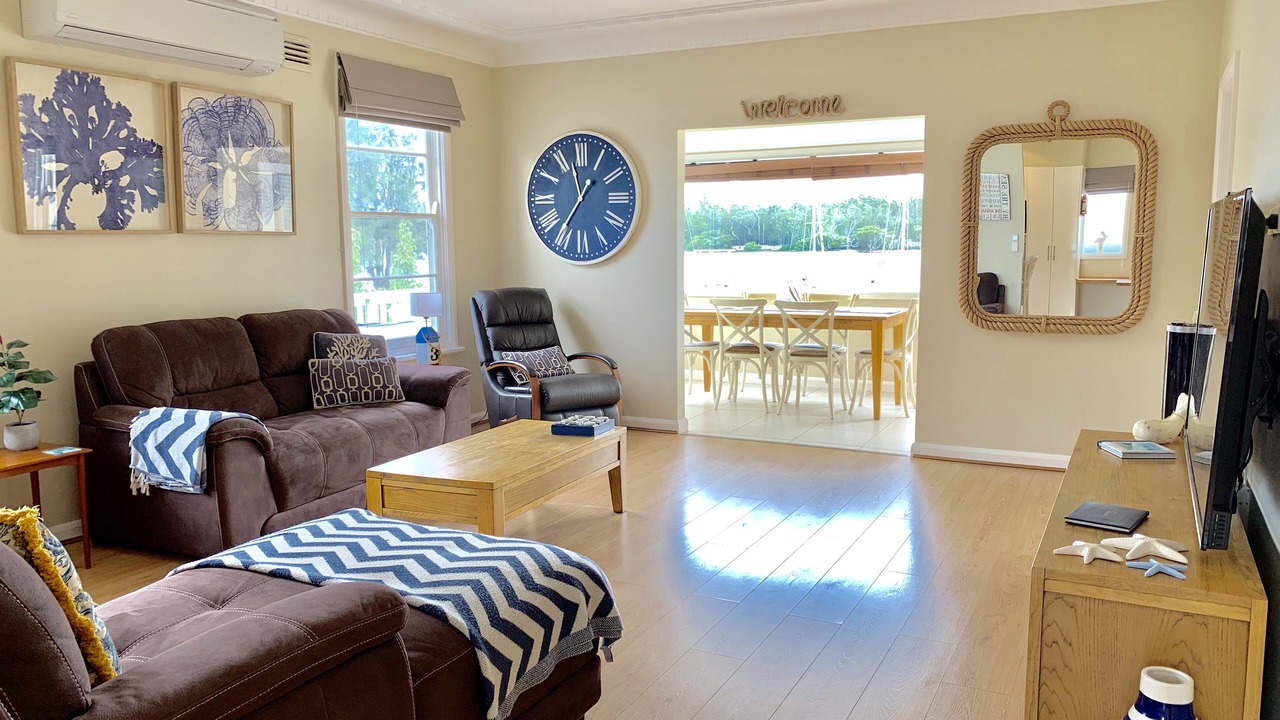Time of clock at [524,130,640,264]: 11:35
